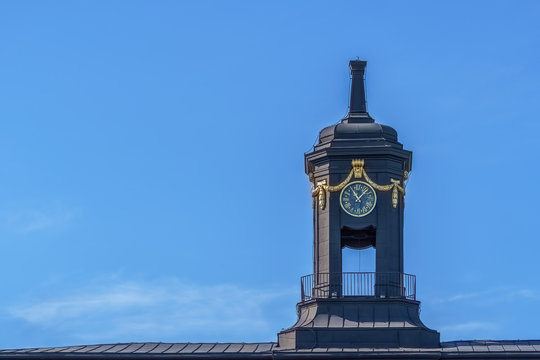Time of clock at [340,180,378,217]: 11:07
